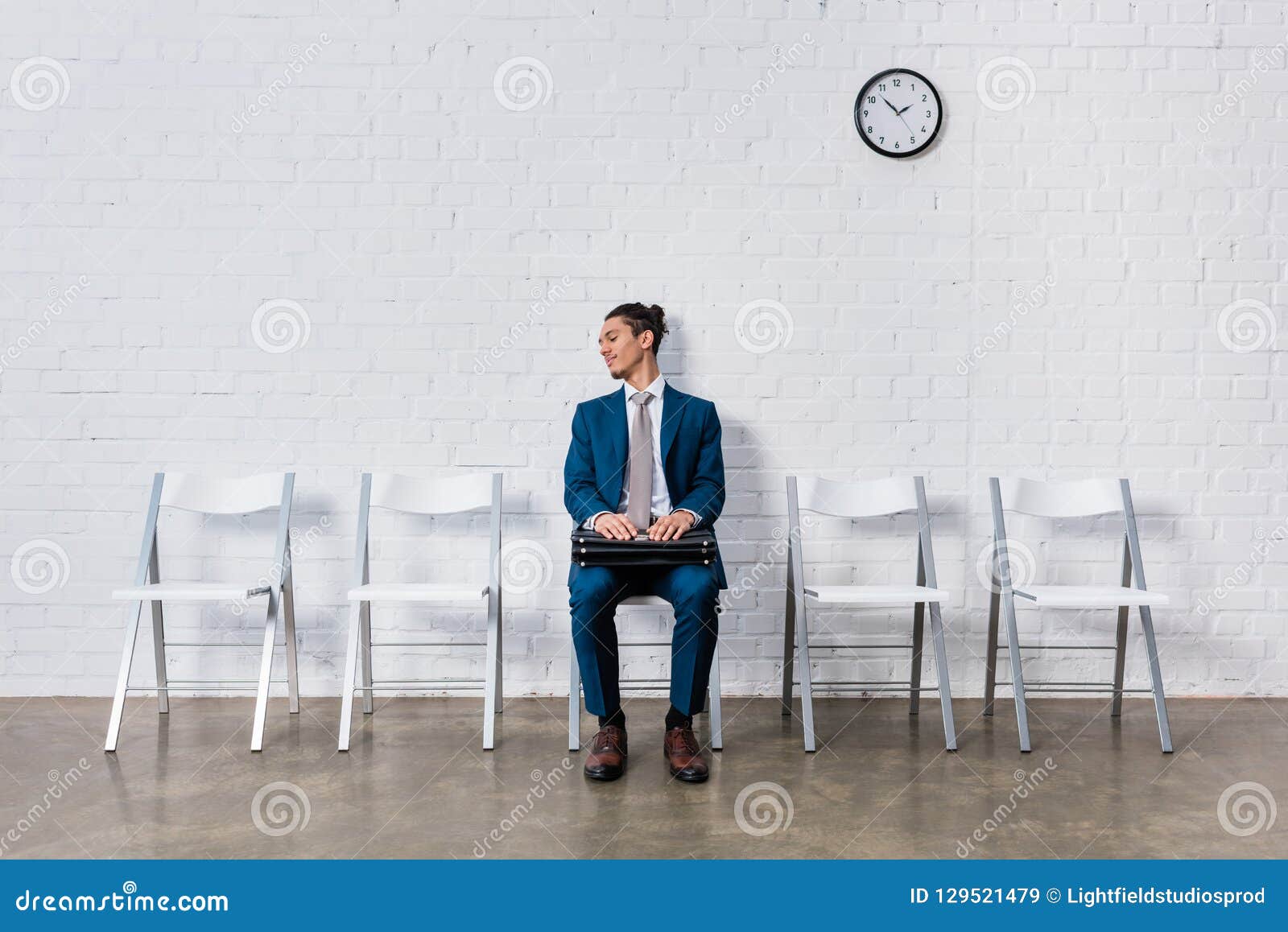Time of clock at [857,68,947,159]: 1:52
